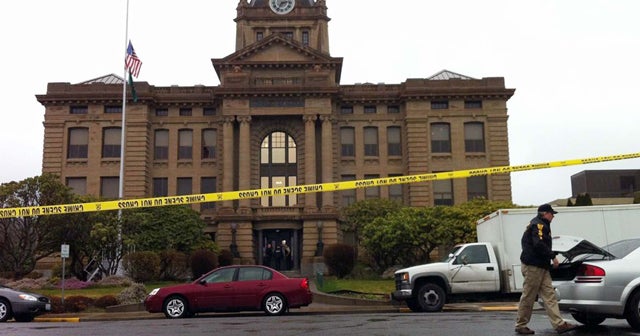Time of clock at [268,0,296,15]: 2:34
